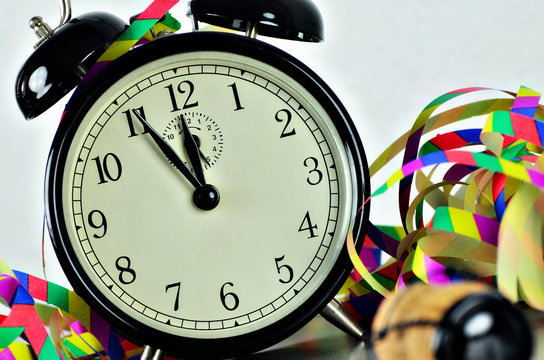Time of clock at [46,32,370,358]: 11:55
